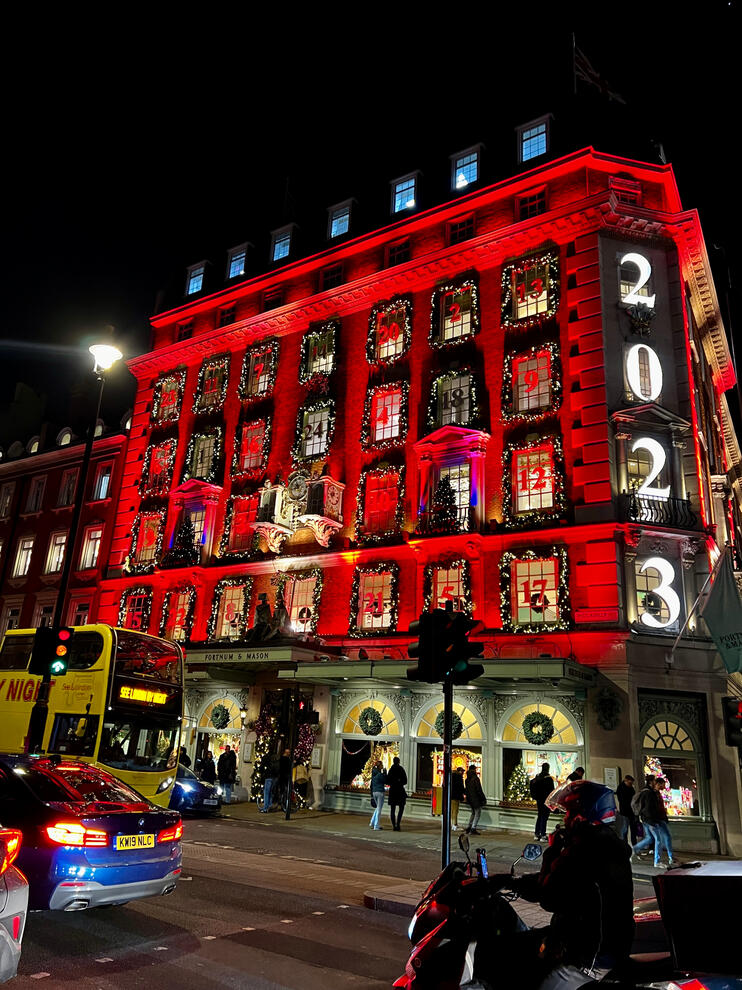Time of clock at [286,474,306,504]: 10:42
